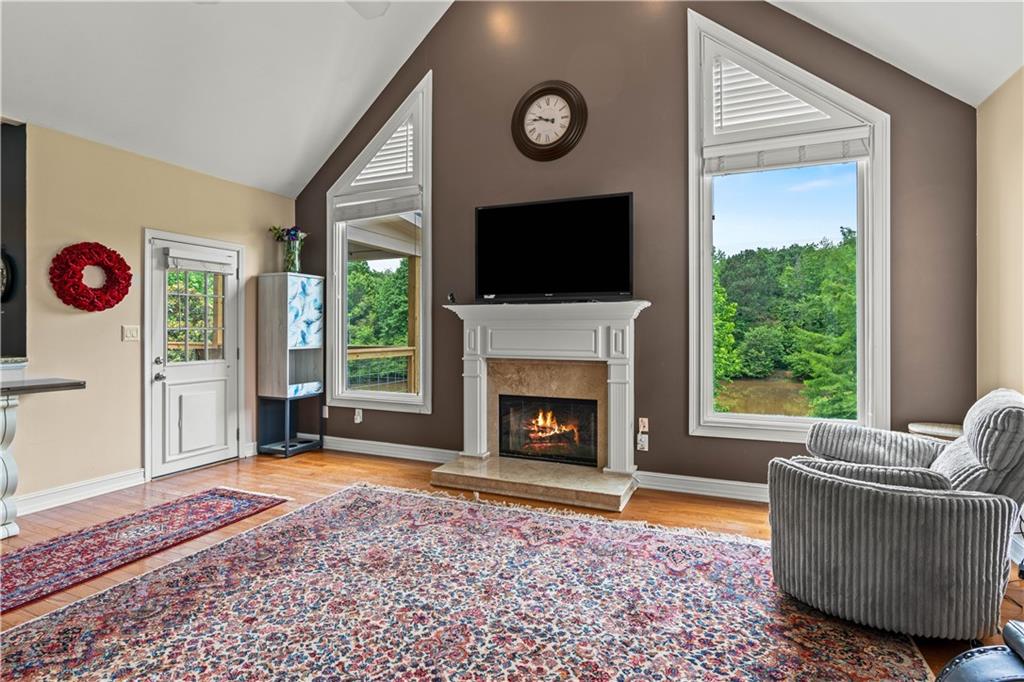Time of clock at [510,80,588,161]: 9:45
